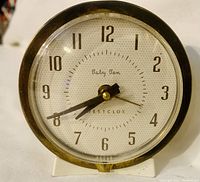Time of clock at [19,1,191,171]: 7:40
